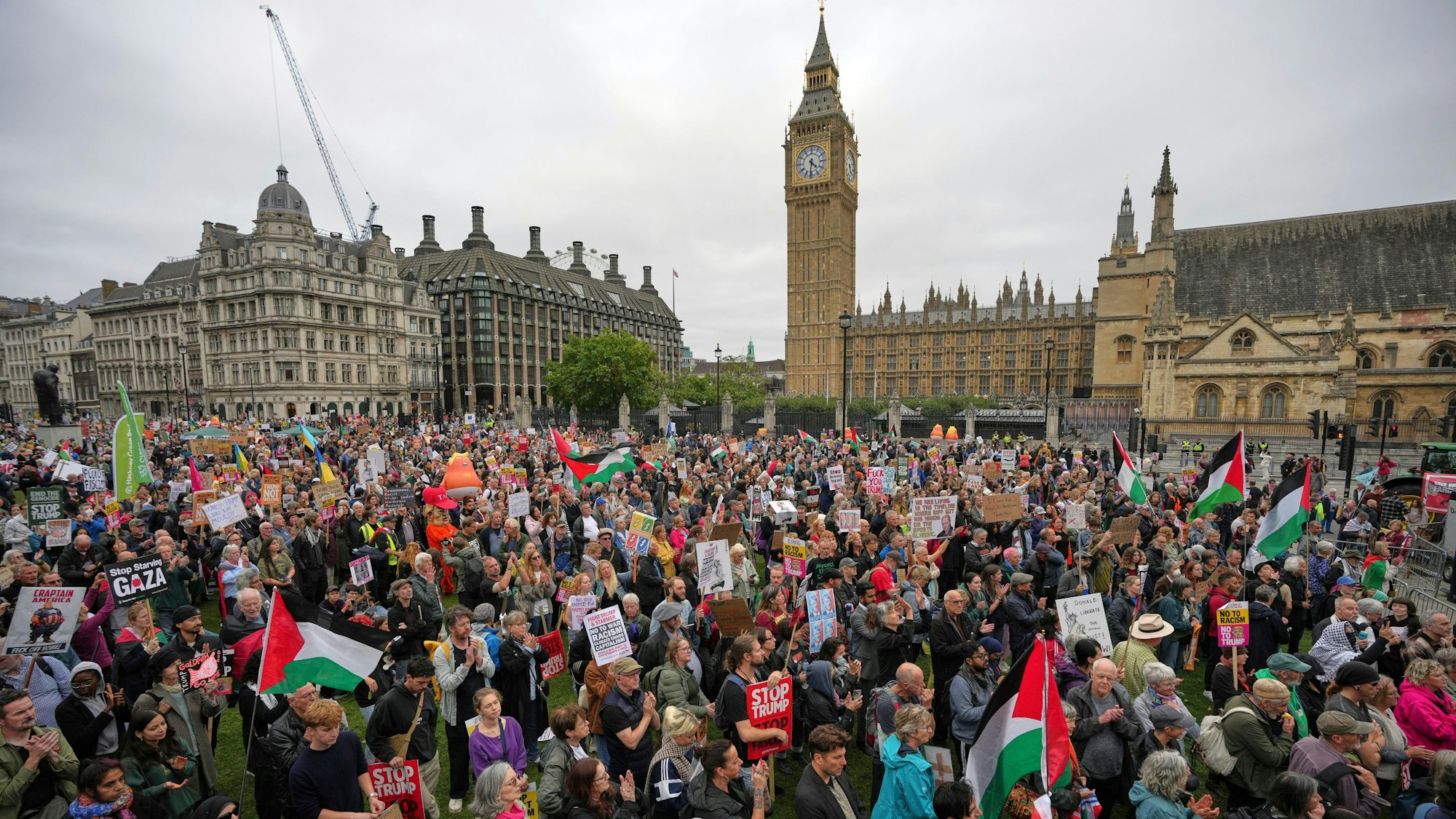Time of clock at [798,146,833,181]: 4:31
